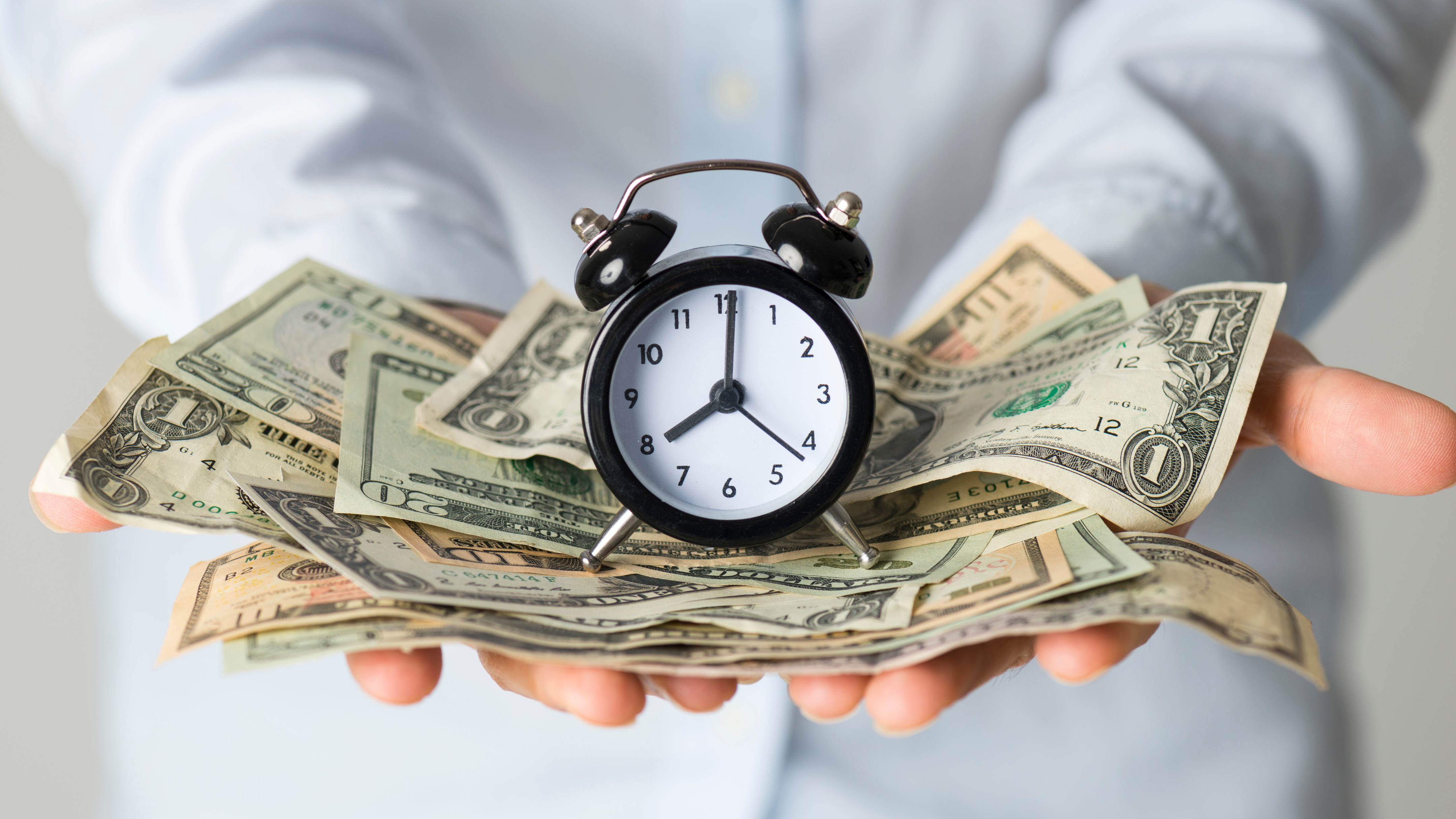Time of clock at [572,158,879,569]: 8:01
